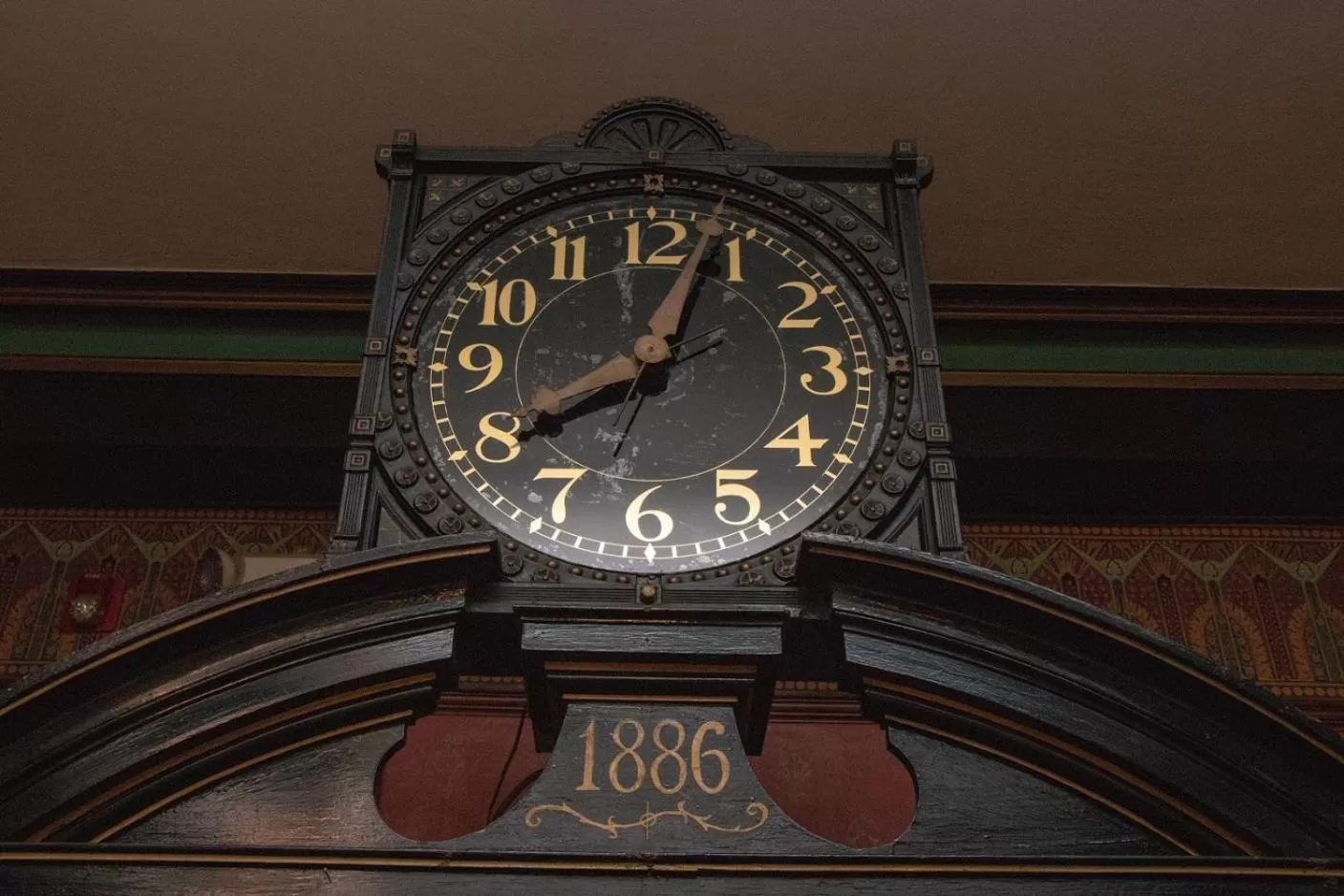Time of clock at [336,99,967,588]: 8:03
